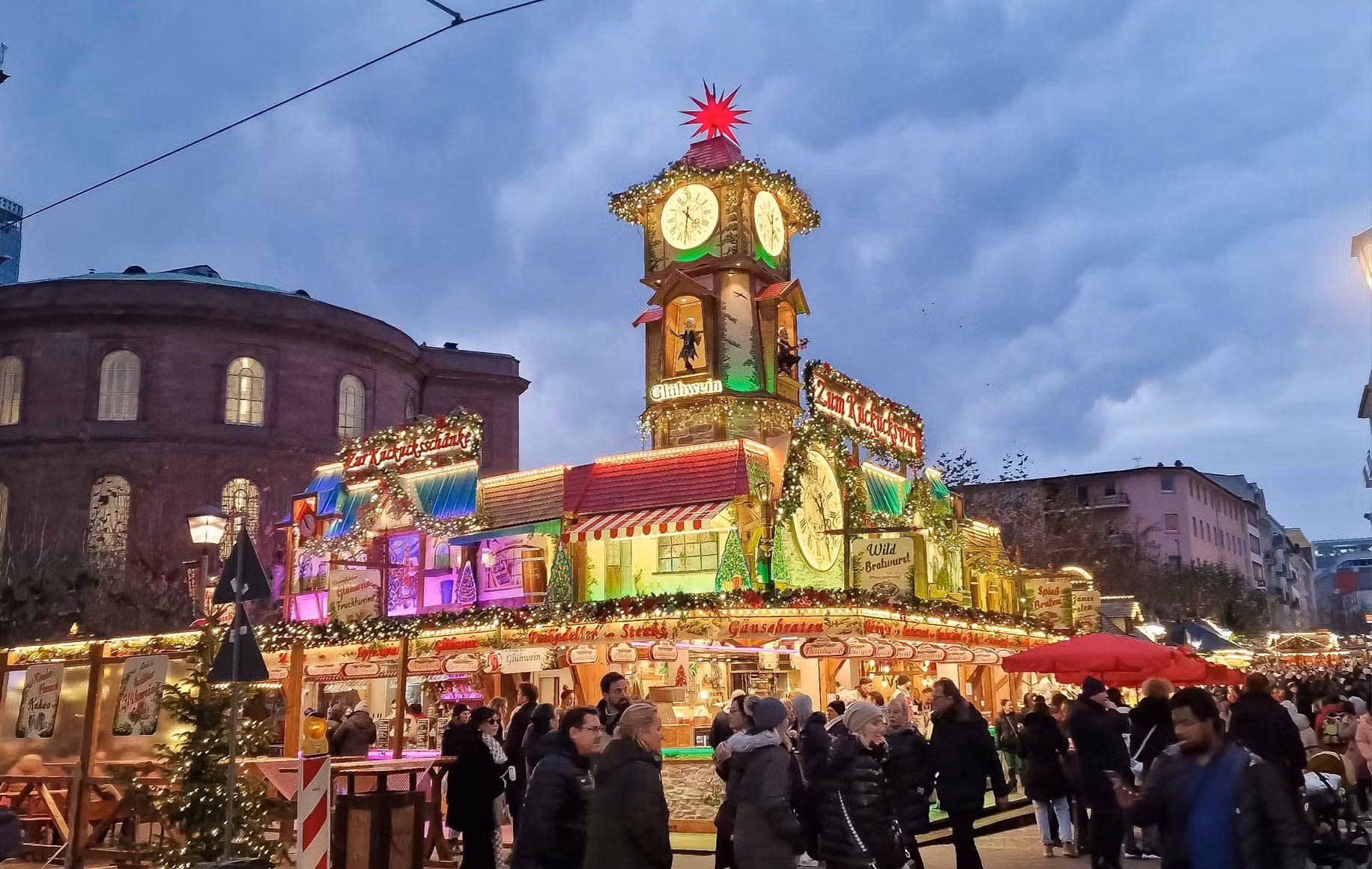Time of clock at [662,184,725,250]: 4:31
